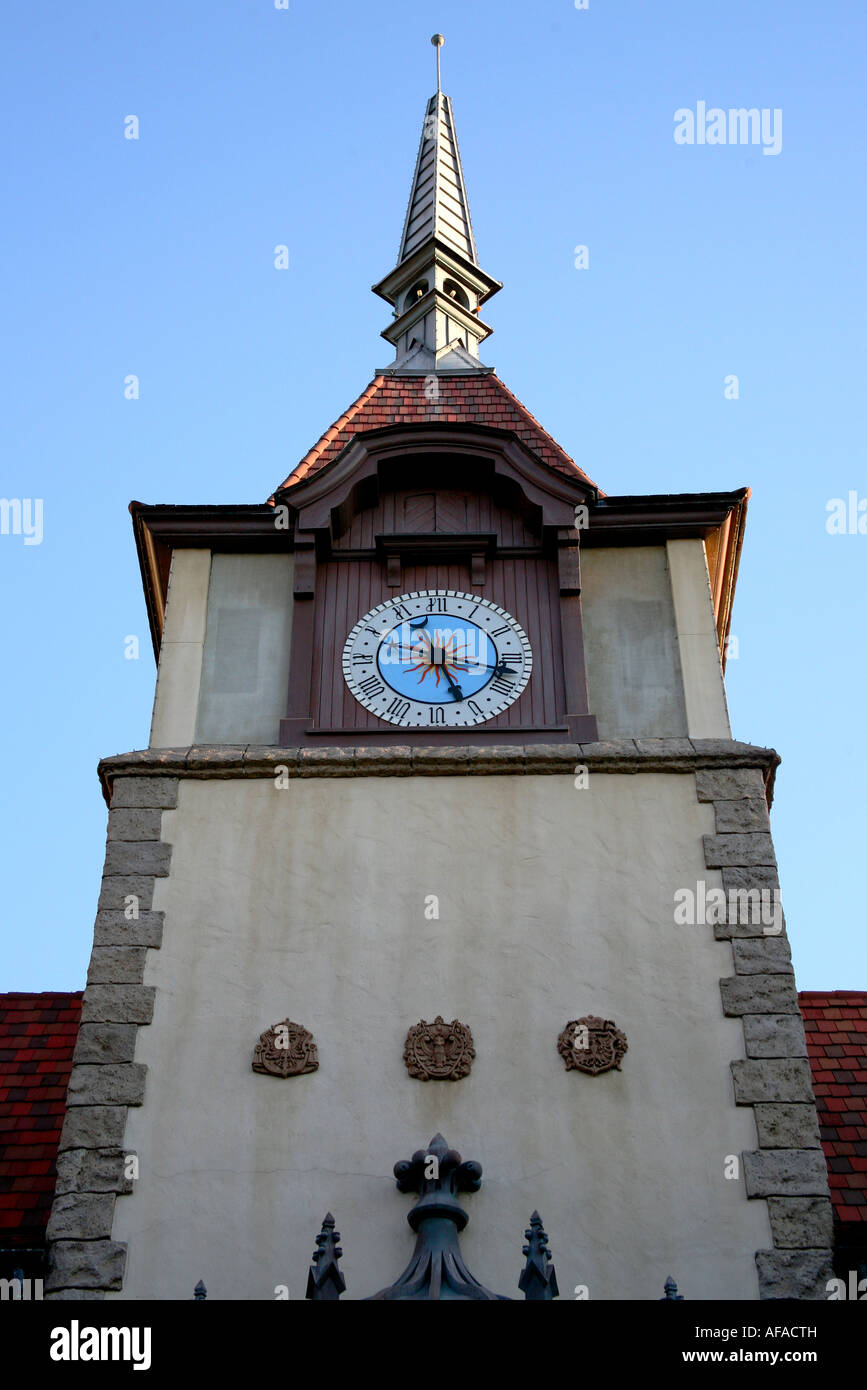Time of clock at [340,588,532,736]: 5:16
